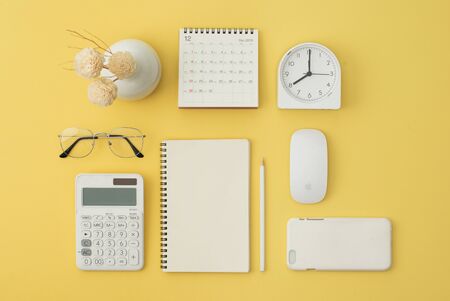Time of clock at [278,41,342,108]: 8:00
